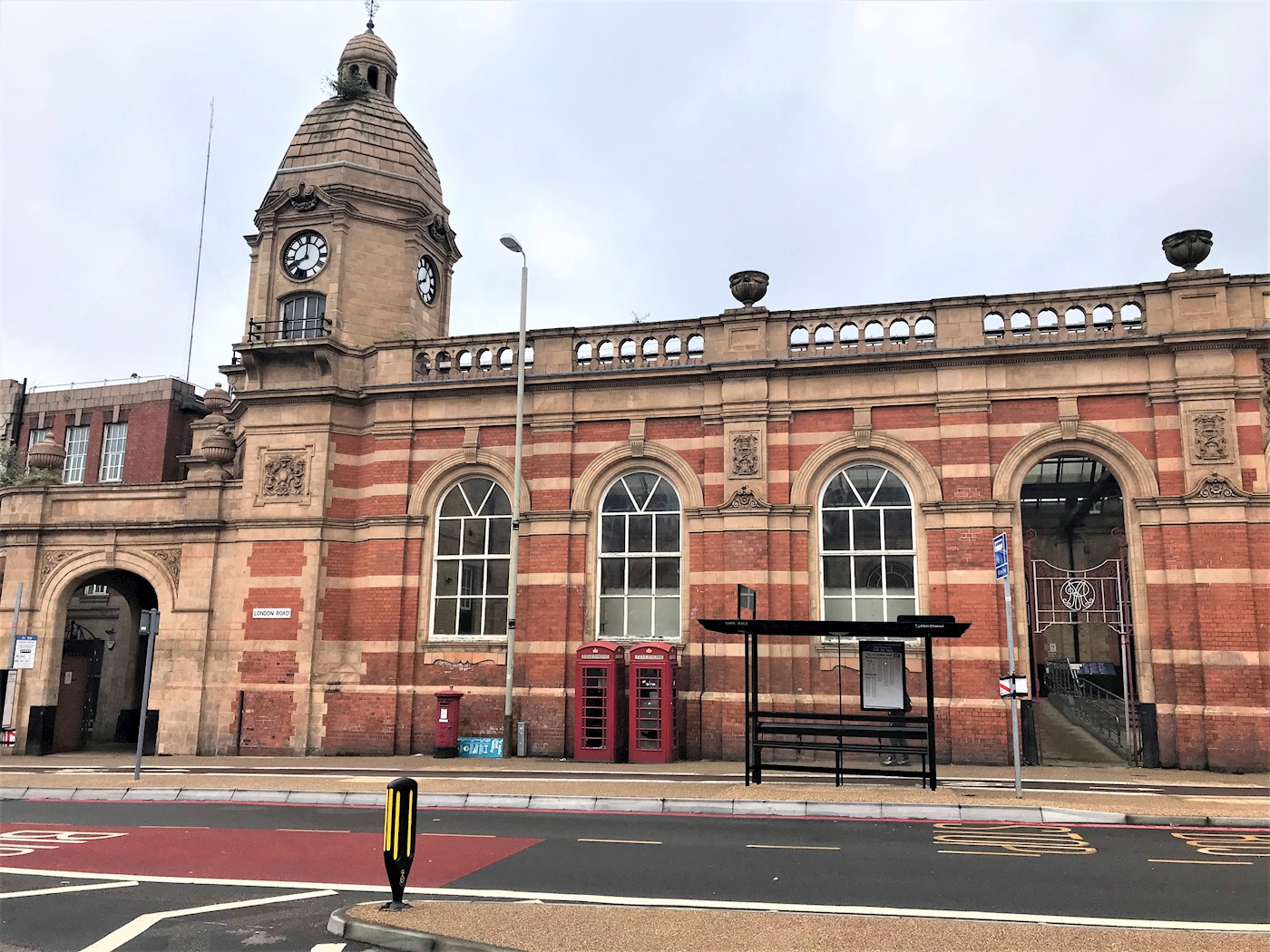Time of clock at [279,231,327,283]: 7:59
